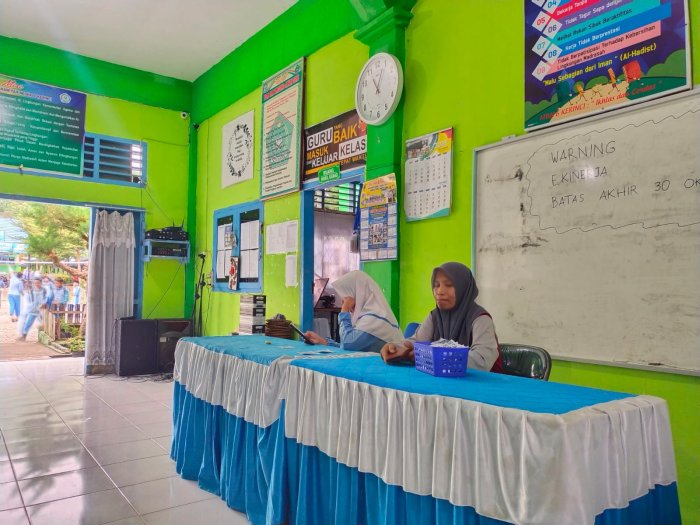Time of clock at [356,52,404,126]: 11:03
